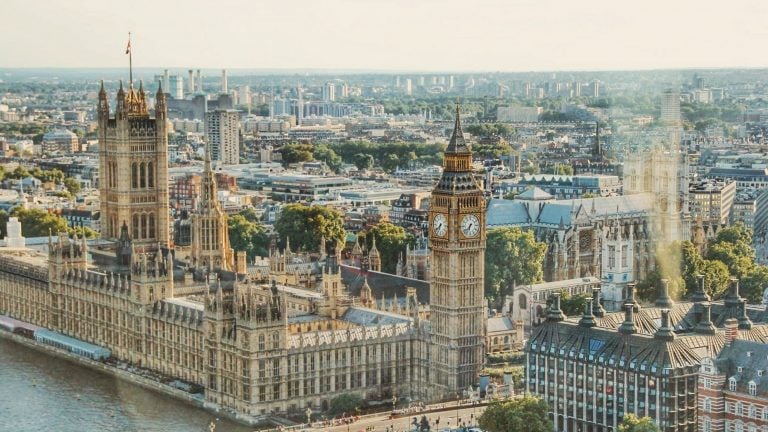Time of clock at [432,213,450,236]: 6:38
